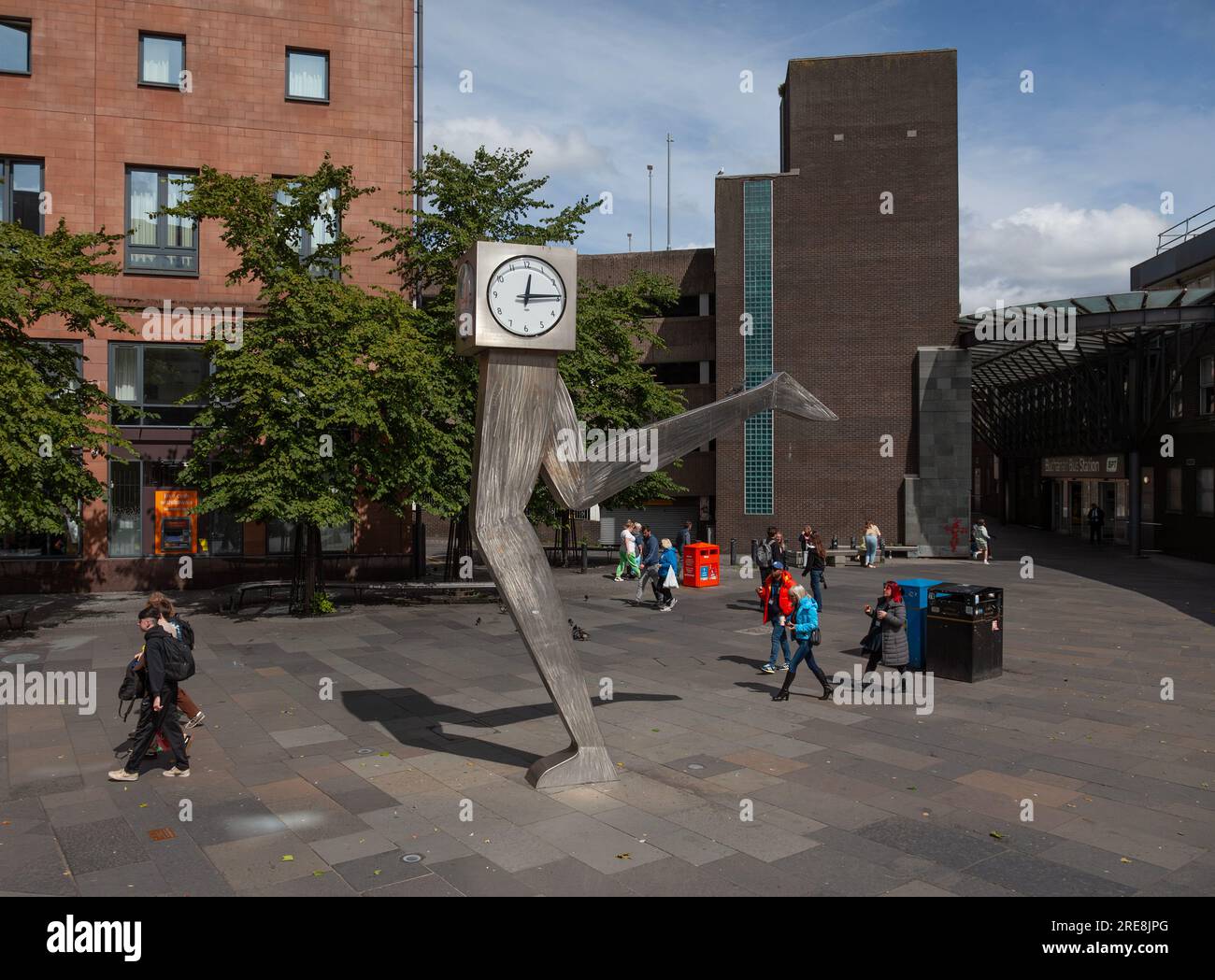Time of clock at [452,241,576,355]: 12:14
